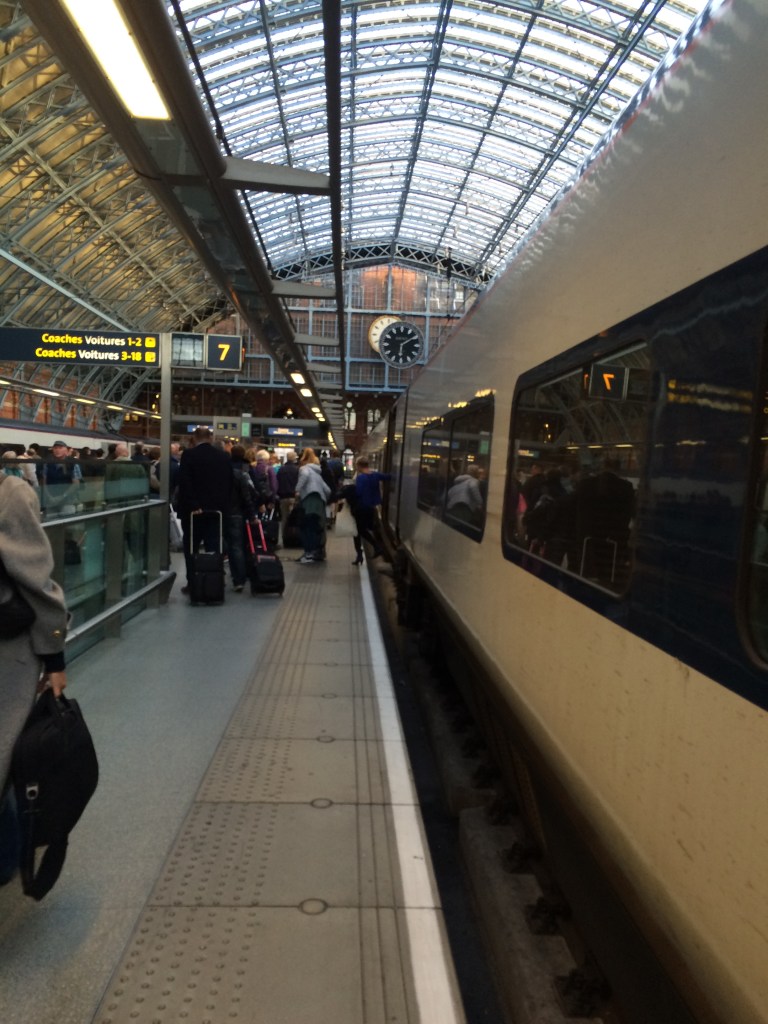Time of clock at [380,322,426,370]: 6:09
